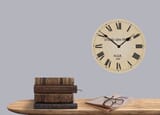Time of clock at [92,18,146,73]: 1:51
